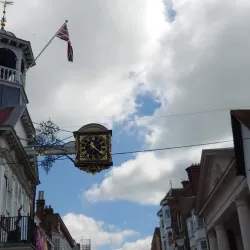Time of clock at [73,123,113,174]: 11:21
